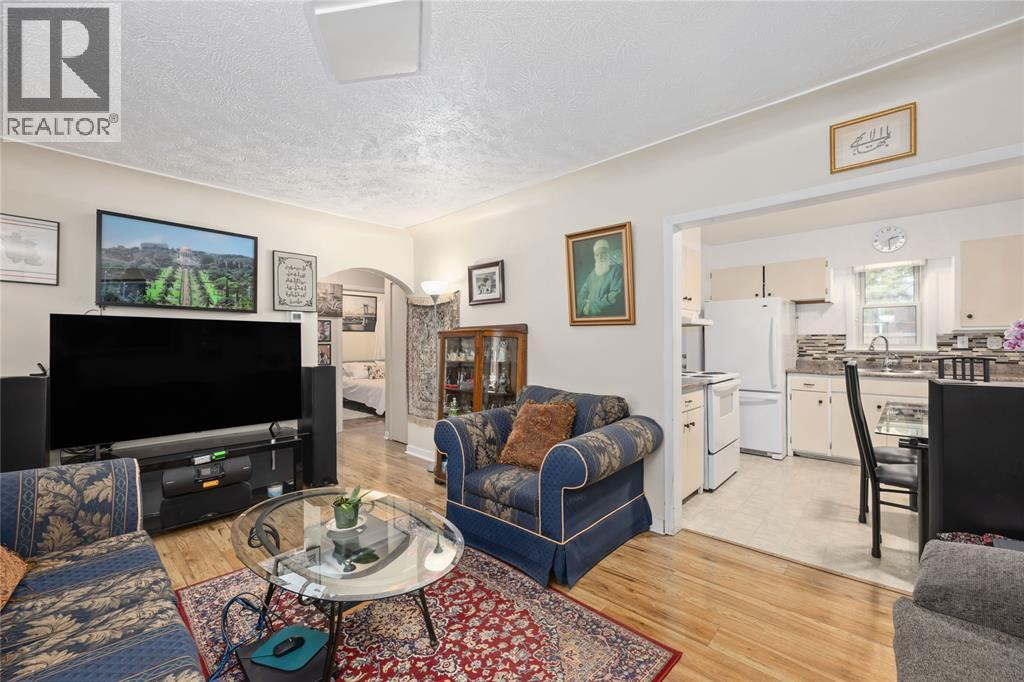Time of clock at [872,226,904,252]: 2:29
